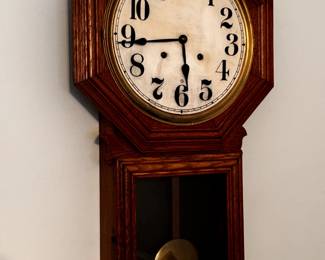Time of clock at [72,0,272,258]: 5:44
